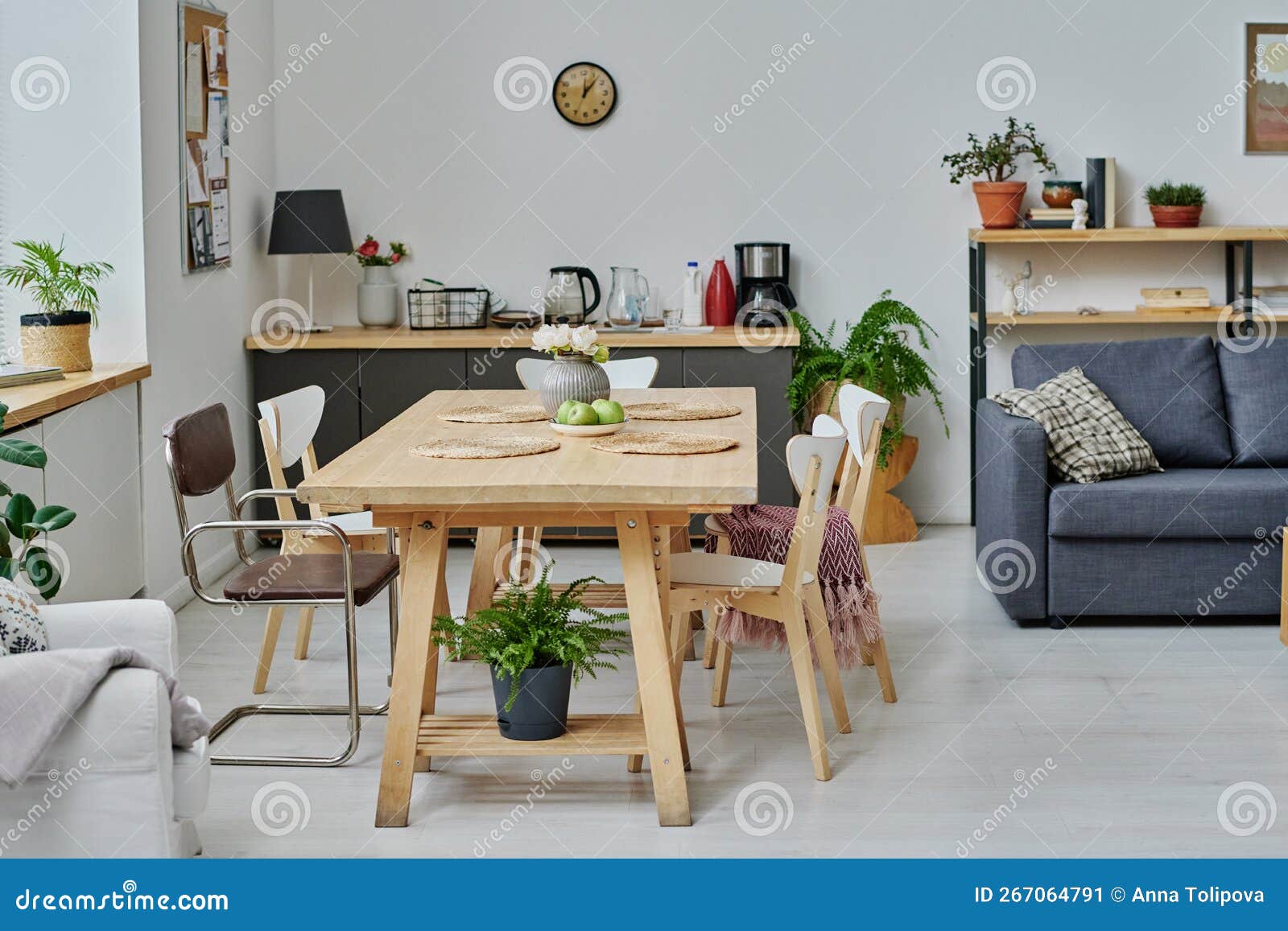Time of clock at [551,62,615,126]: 12:06
